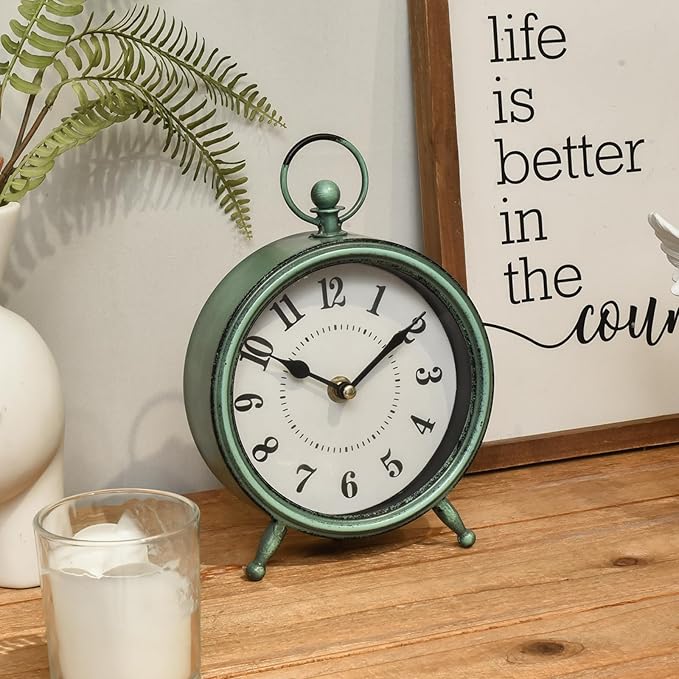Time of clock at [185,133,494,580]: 10:09
